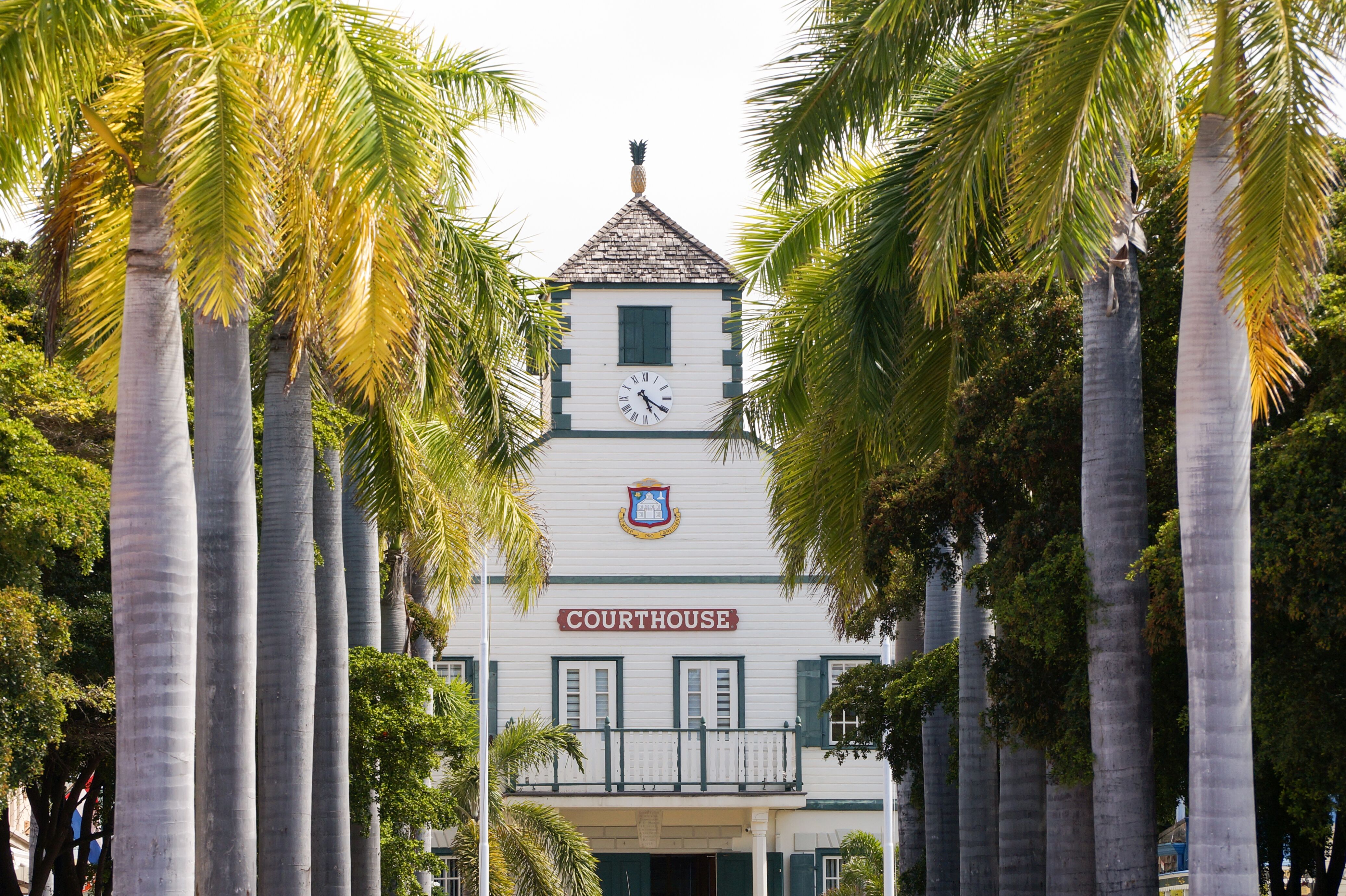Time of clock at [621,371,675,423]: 5:20
